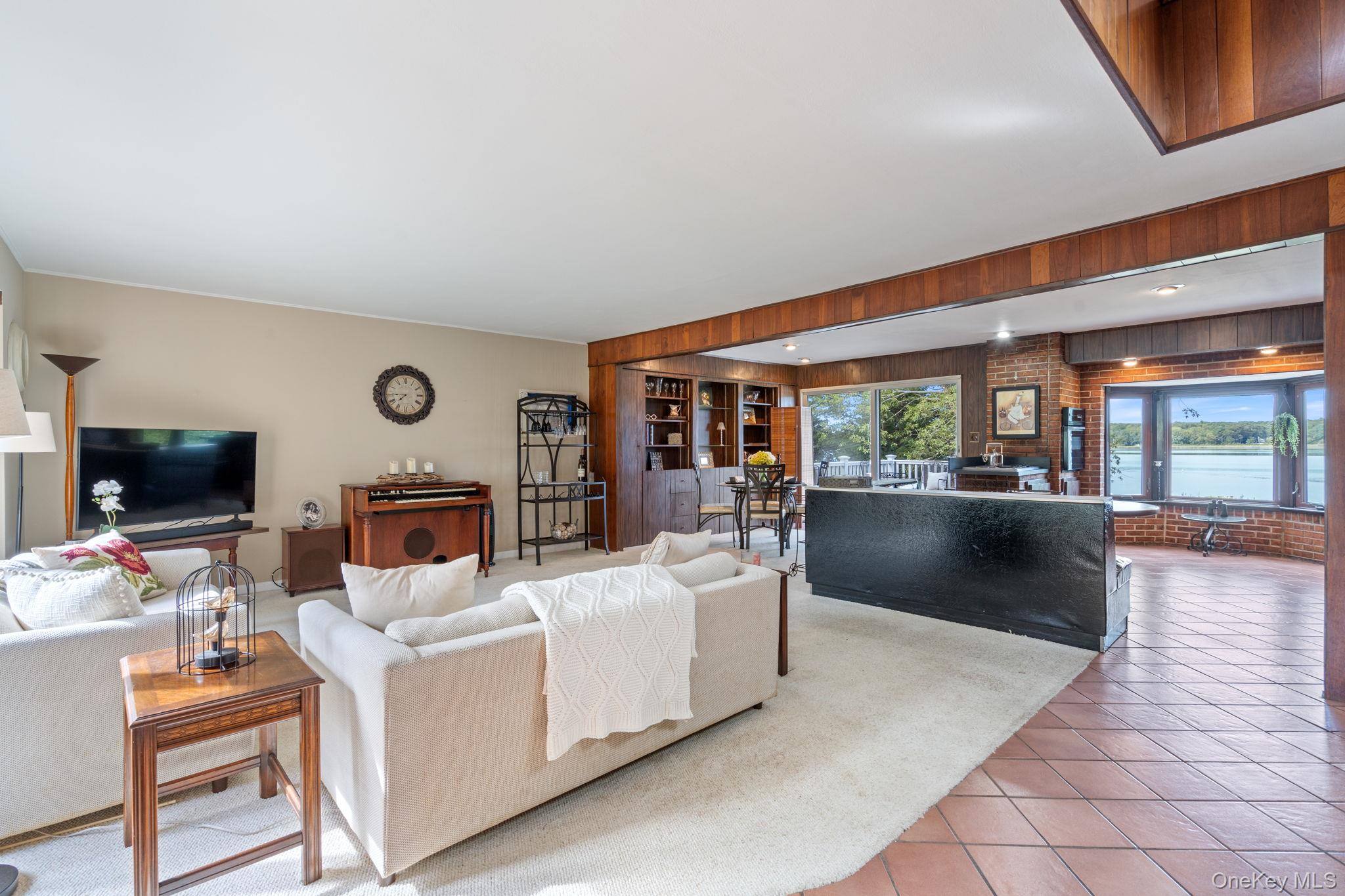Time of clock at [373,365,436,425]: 7:44
